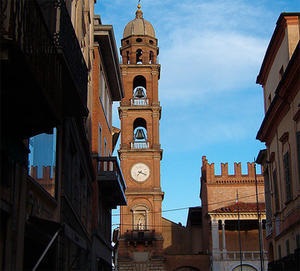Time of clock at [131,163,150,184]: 7:18
